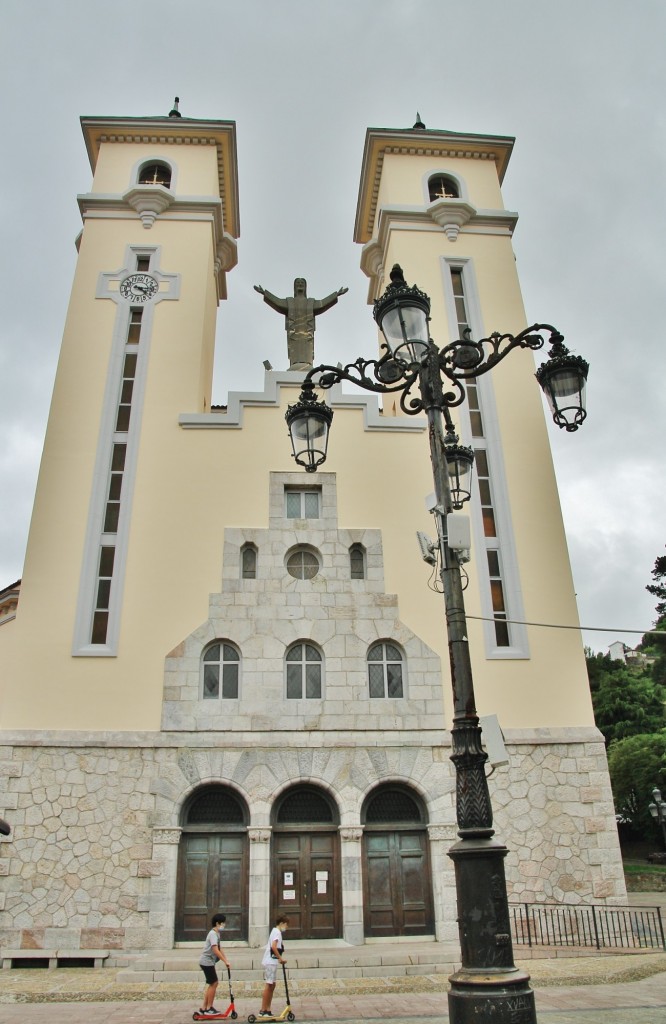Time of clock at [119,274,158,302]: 4:16
